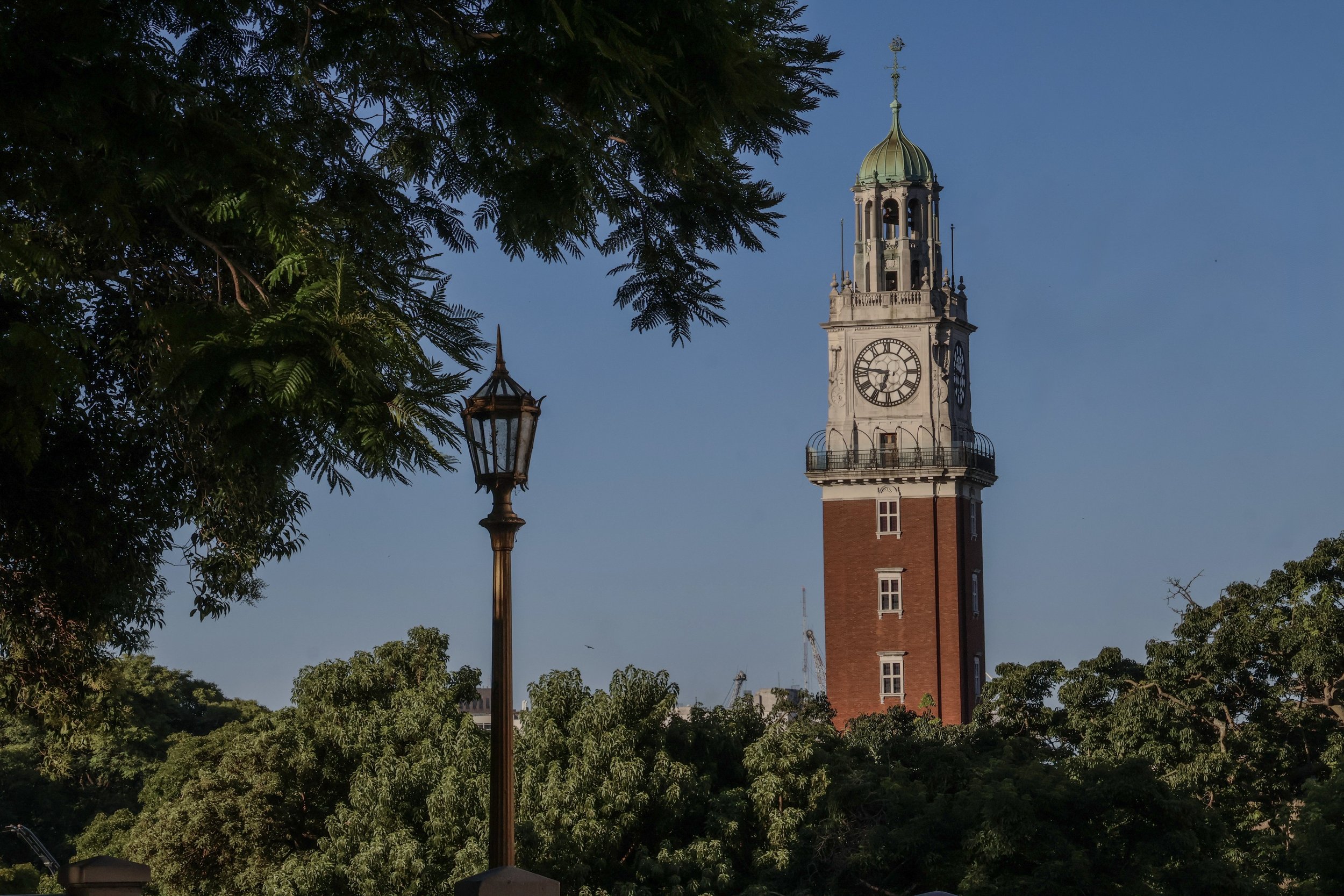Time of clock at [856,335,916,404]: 6:46
